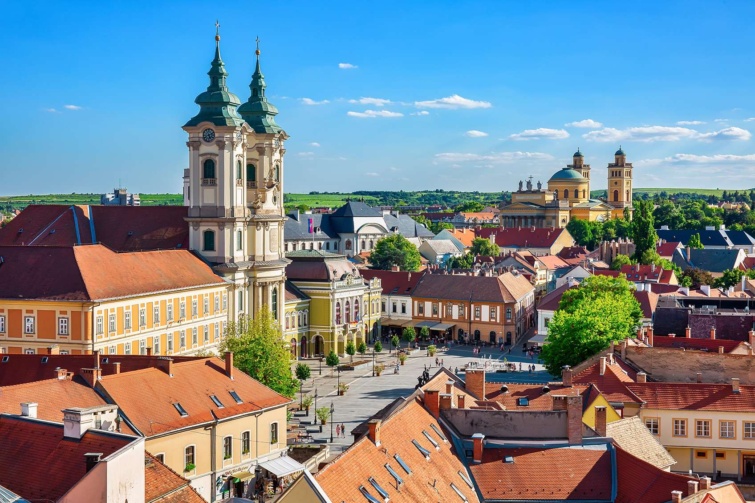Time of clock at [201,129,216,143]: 5:11
